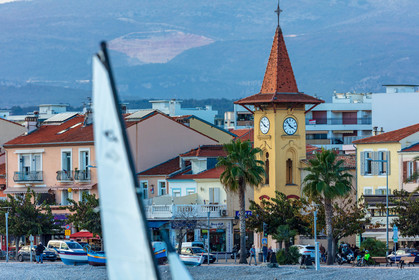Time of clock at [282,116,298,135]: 3:52
